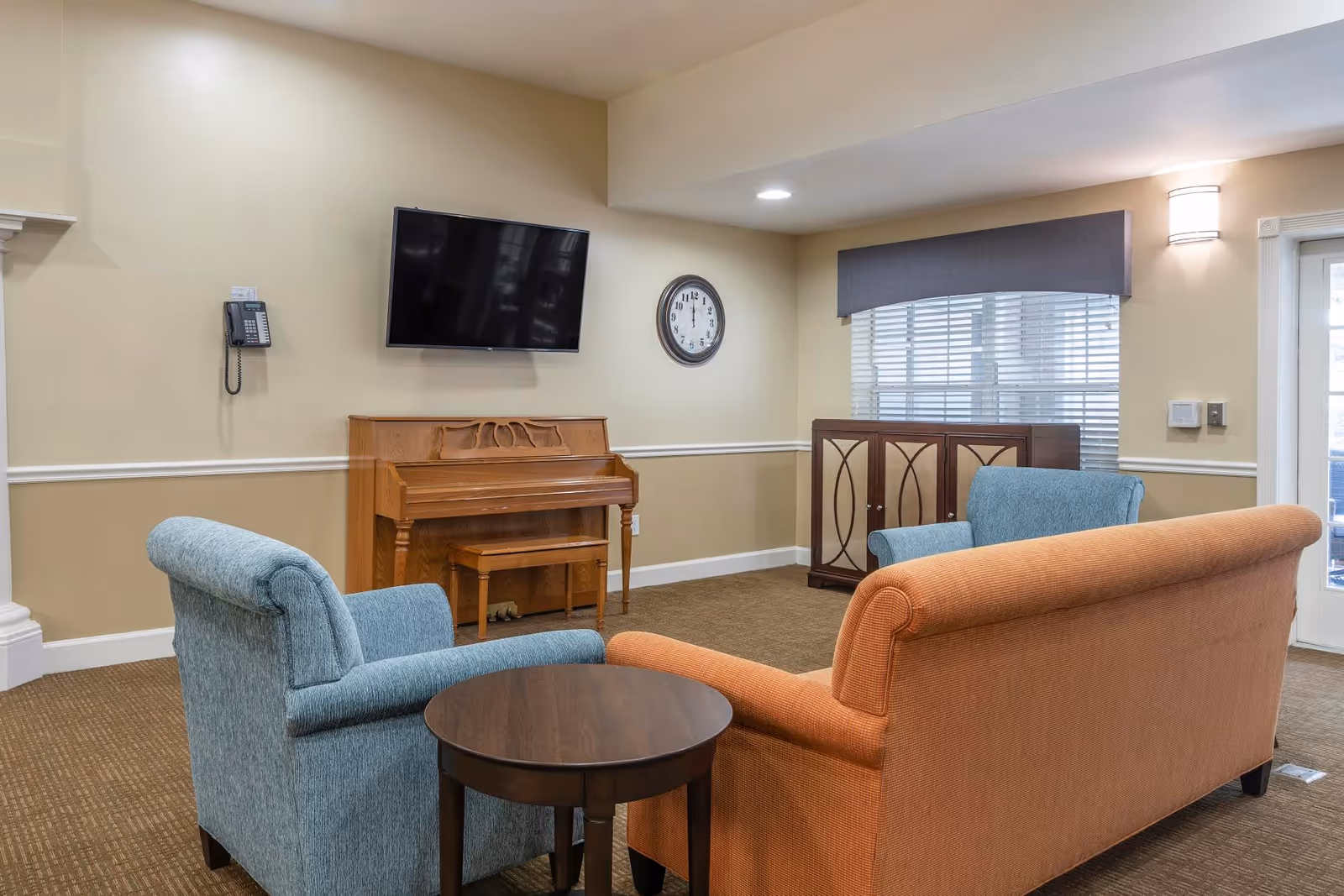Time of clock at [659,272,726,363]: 11:59
